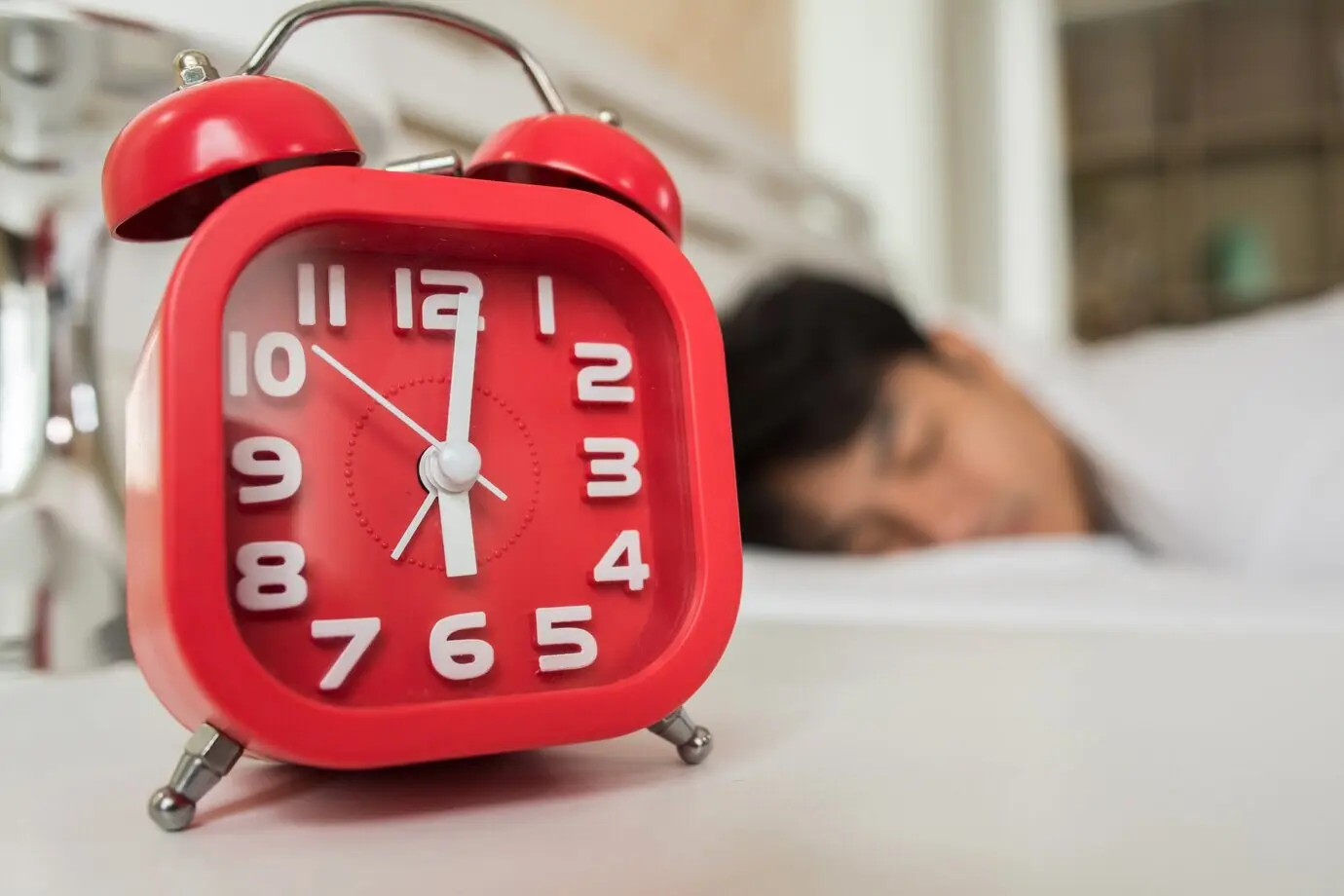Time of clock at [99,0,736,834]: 6:01
